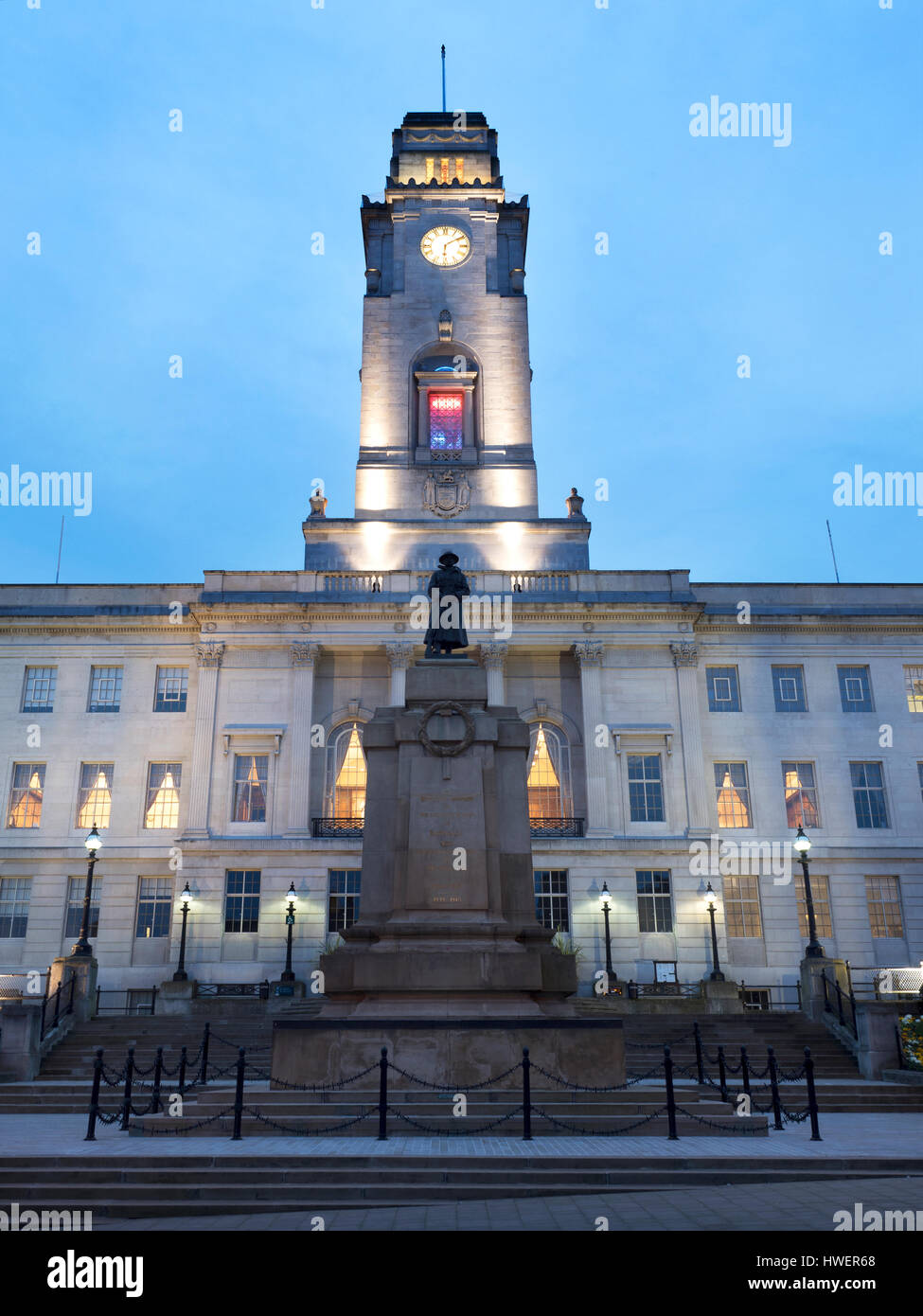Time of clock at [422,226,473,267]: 6:09
